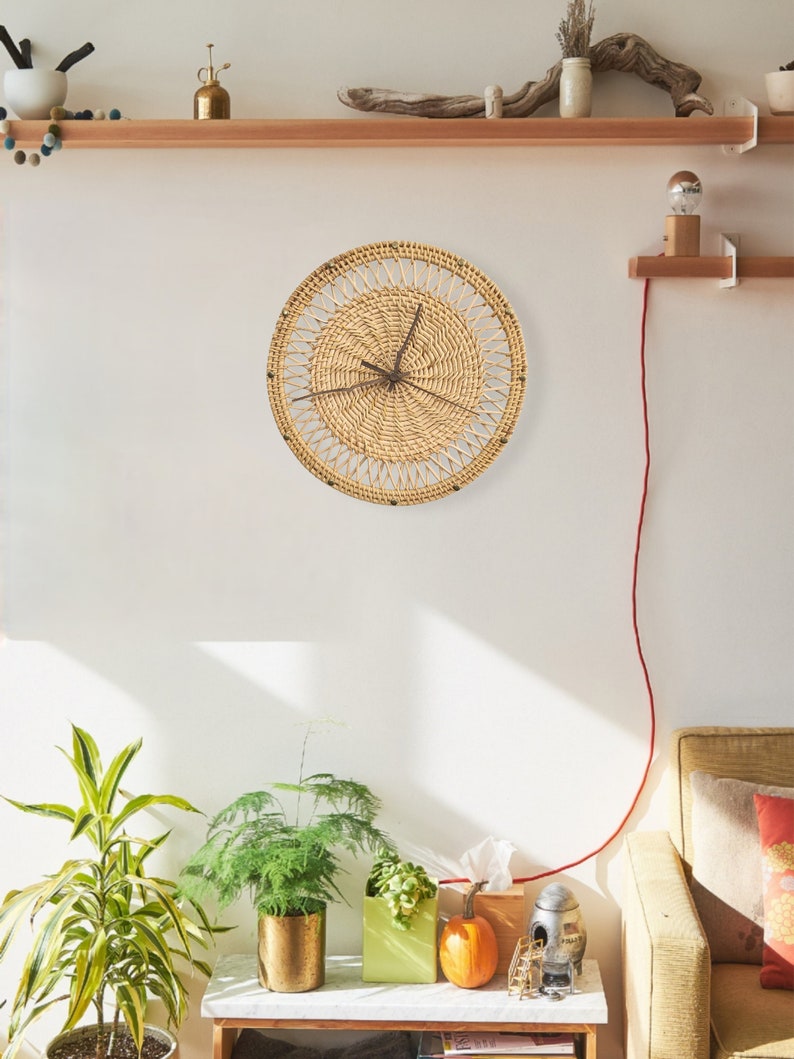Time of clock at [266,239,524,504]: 12:42
